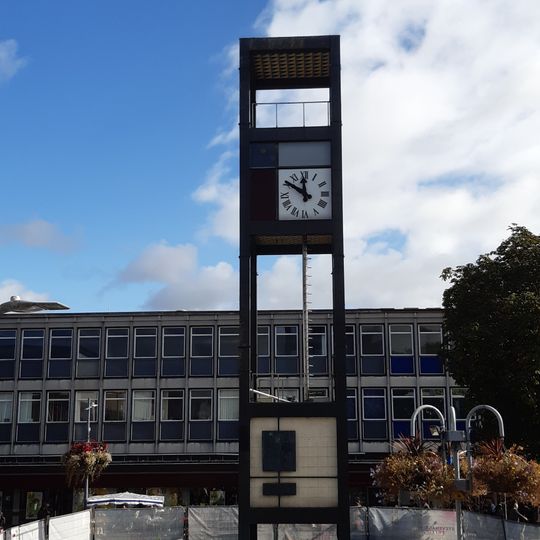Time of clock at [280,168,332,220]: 11:50
